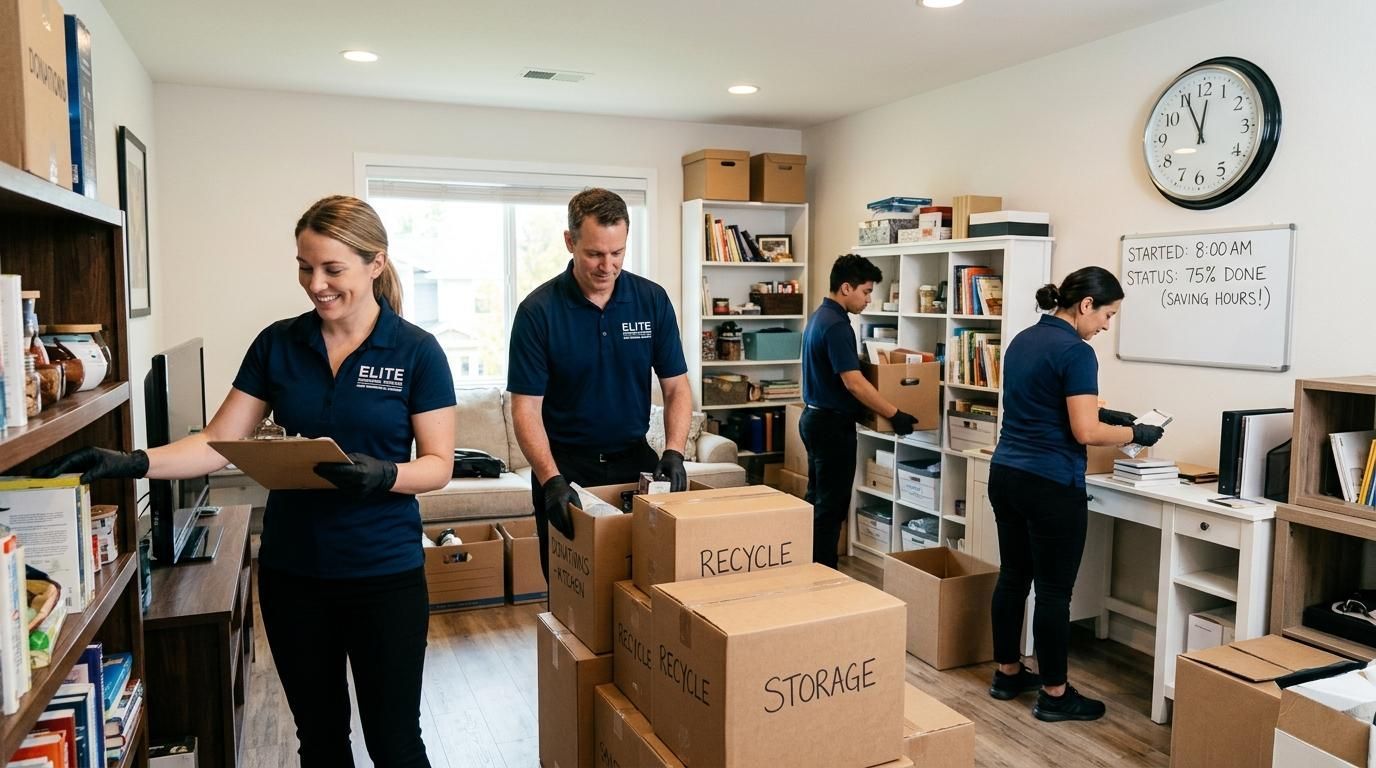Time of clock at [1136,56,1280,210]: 11:55
